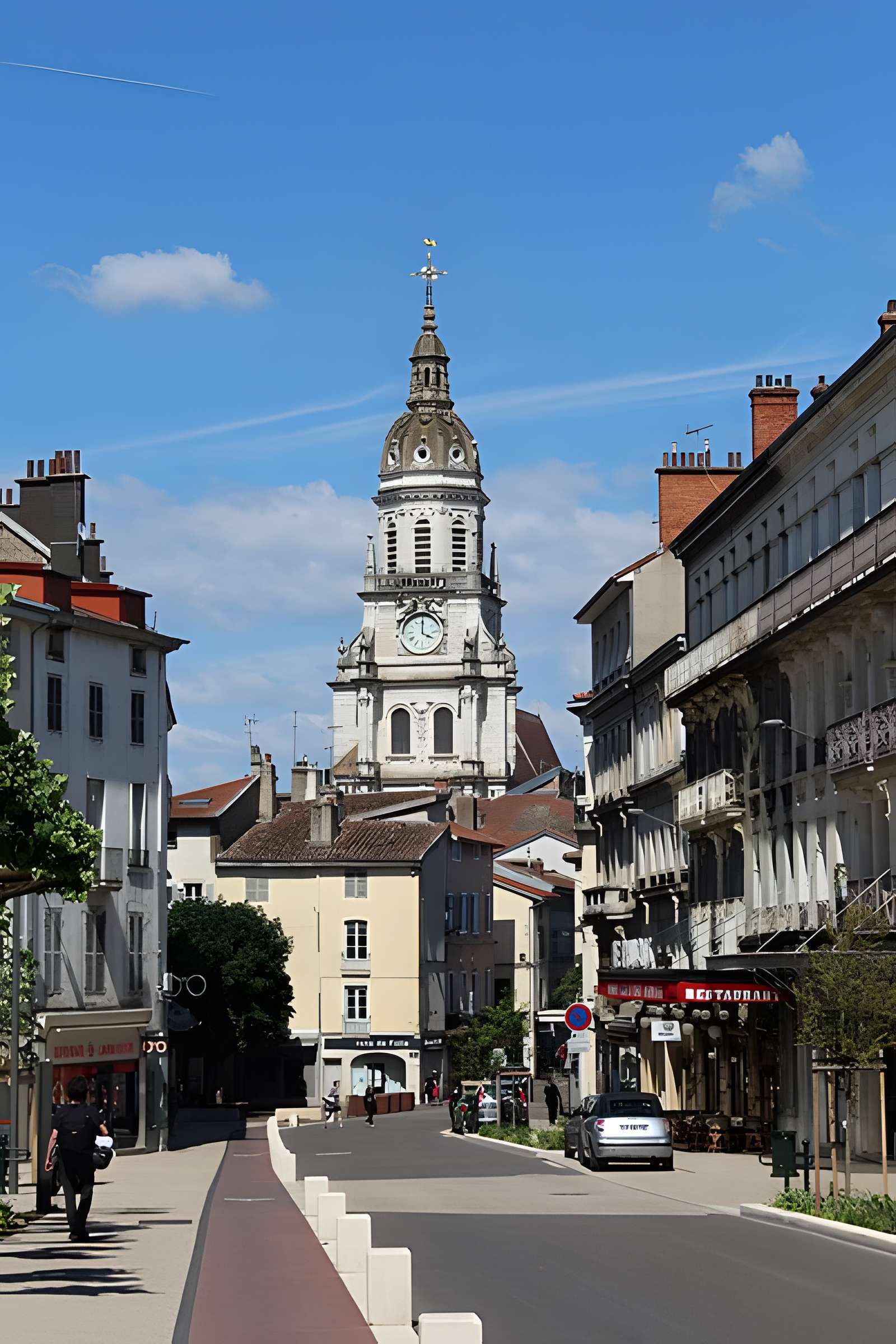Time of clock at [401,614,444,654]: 4:00
